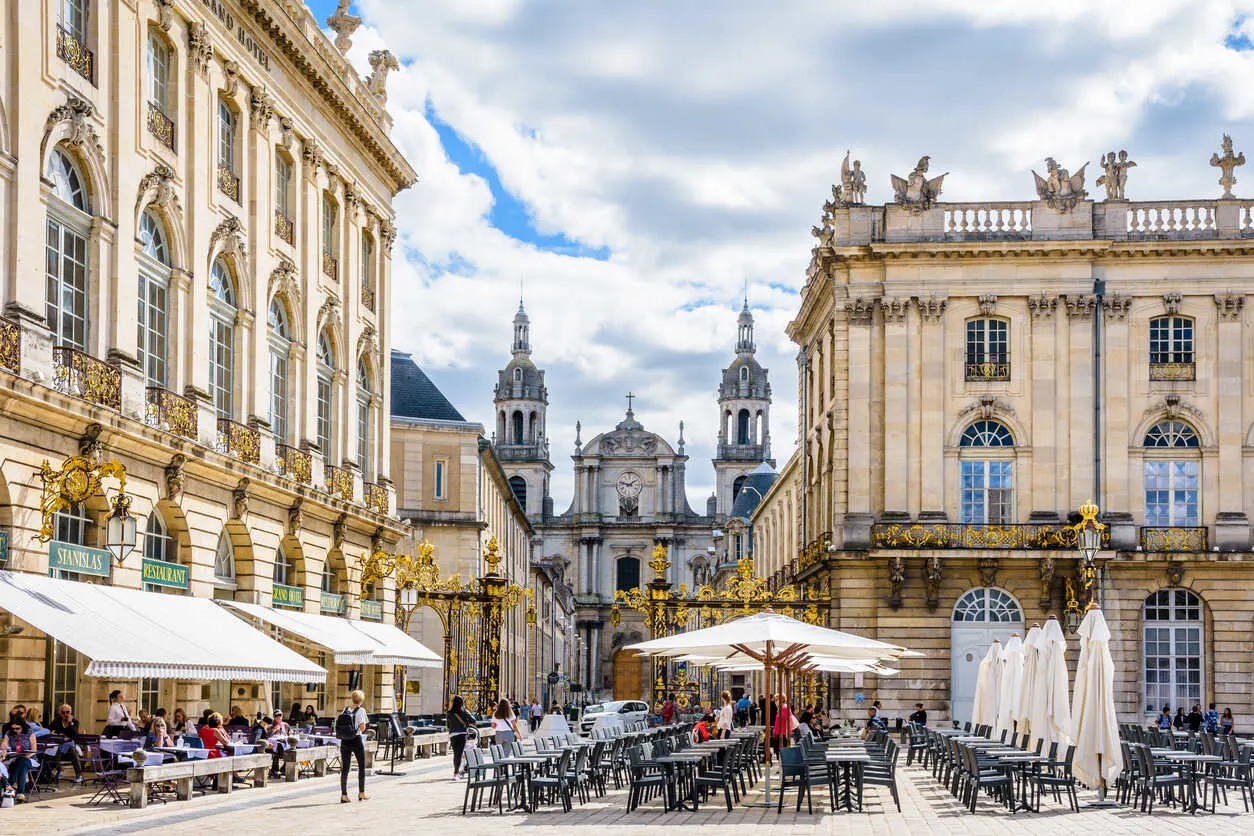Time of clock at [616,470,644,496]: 1:46
